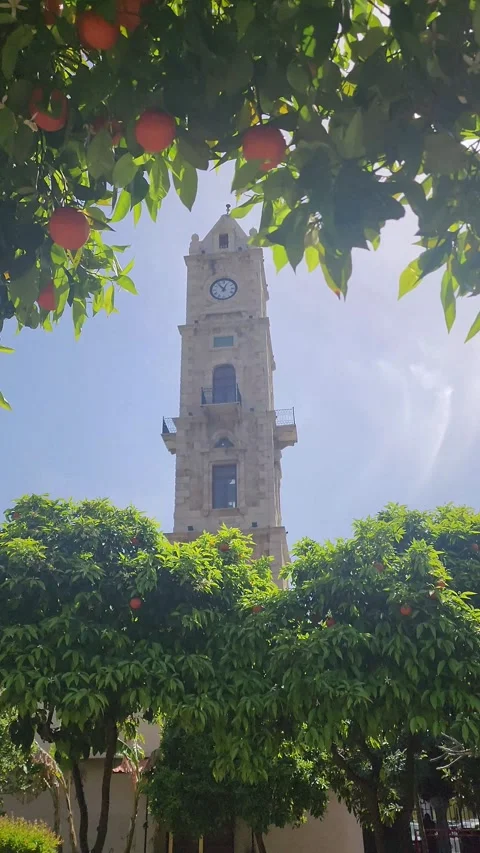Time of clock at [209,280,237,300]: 12:53
